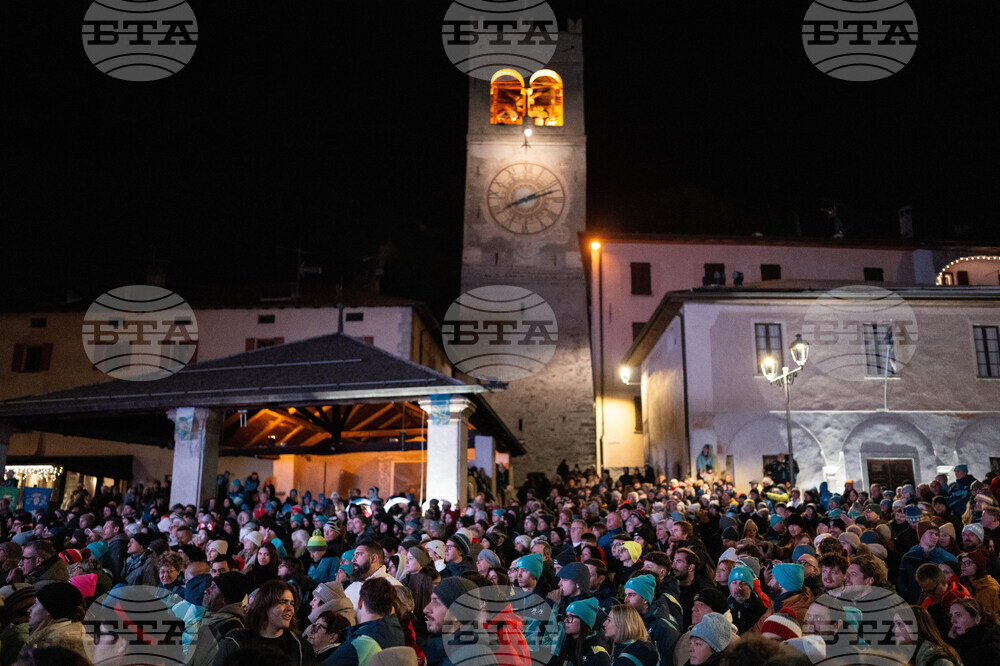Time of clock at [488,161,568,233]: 8:12
